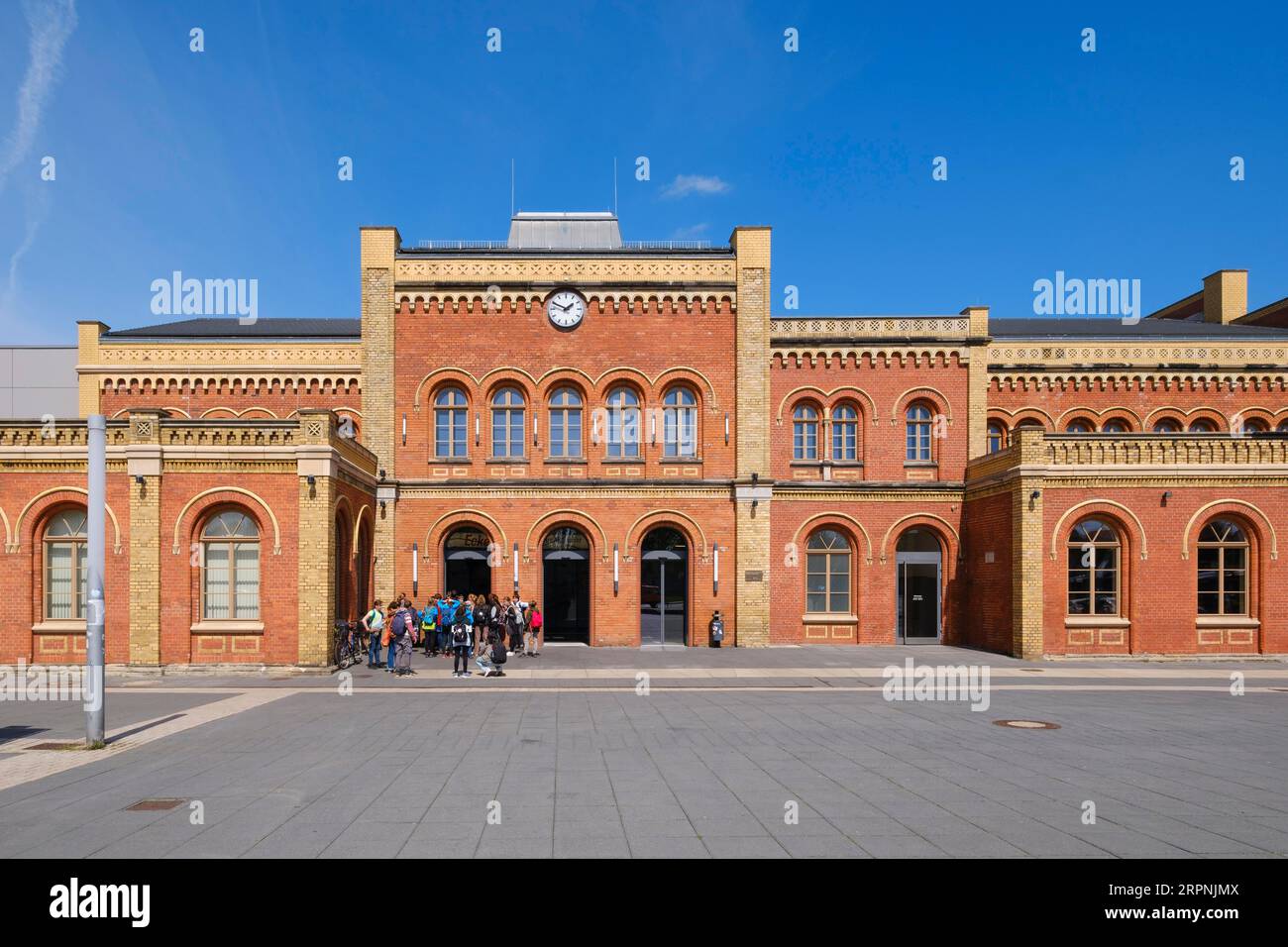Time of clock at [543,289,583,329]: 1:49
